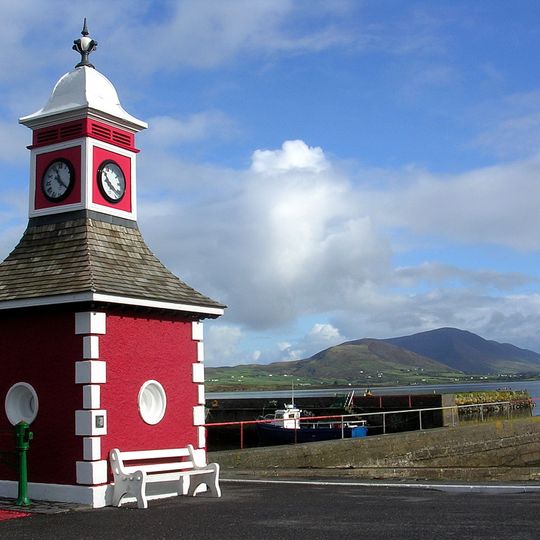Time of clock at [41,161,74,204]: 11:21
